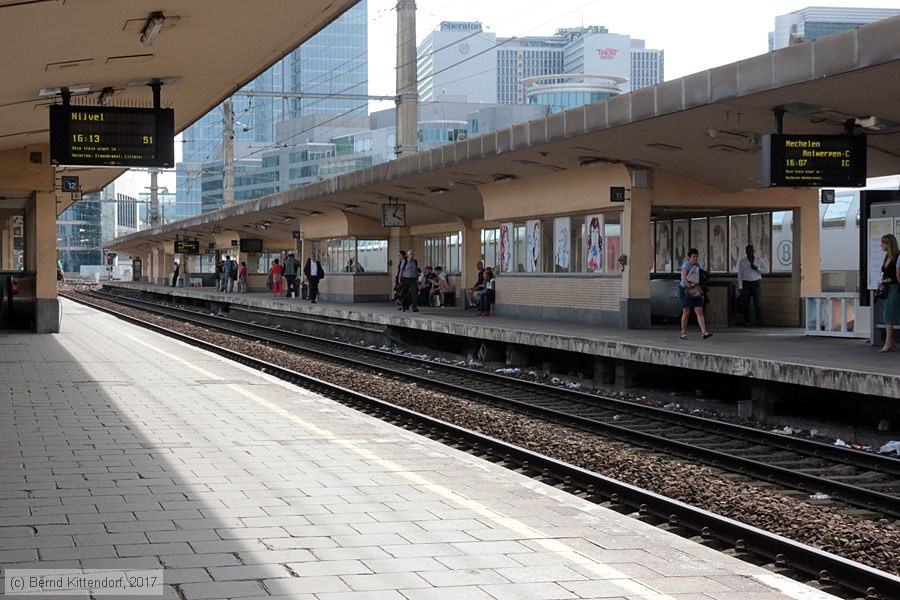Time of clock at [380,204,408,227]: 4:03
